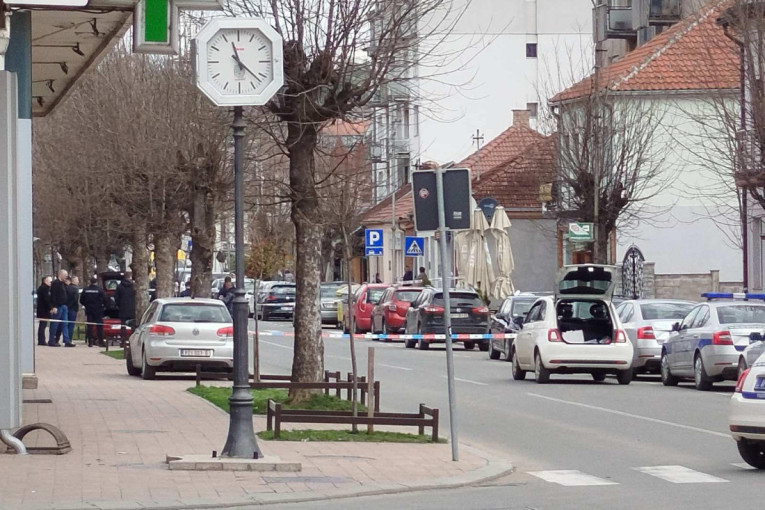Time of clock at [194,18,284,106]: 11:21
